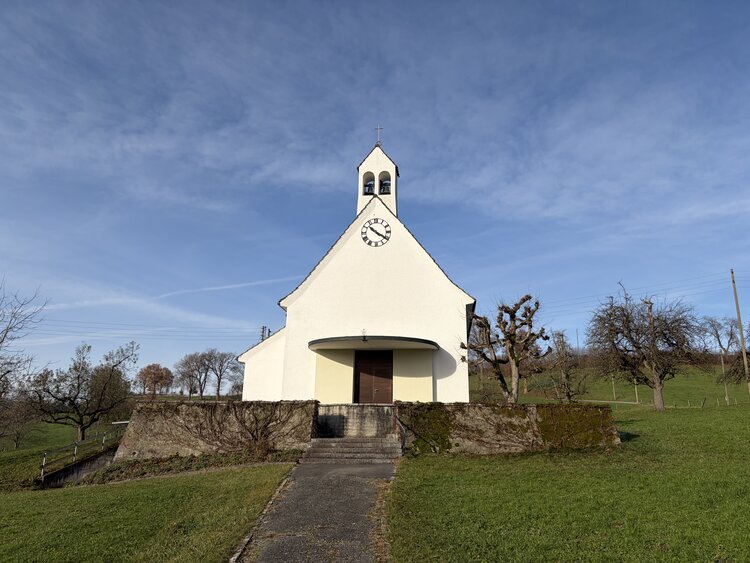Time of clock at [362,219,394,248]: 10:20
